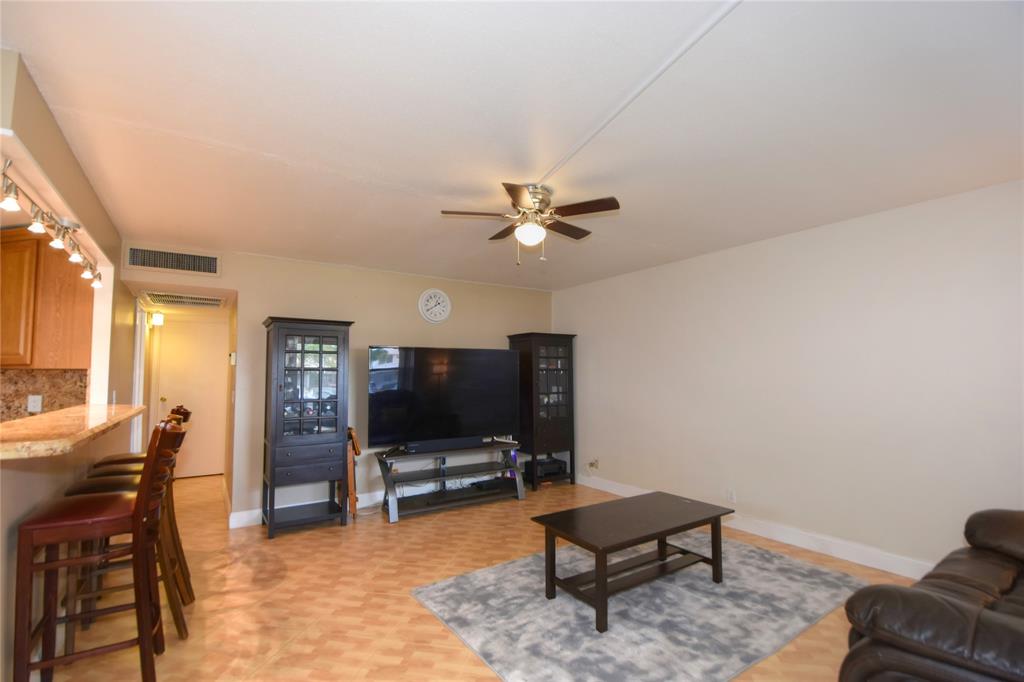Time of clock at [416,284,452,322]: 12:39
